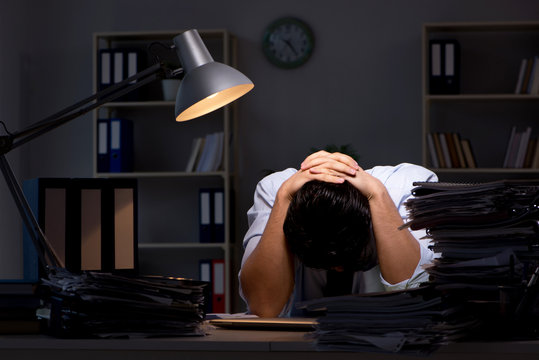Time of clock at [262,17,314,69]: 7:24
